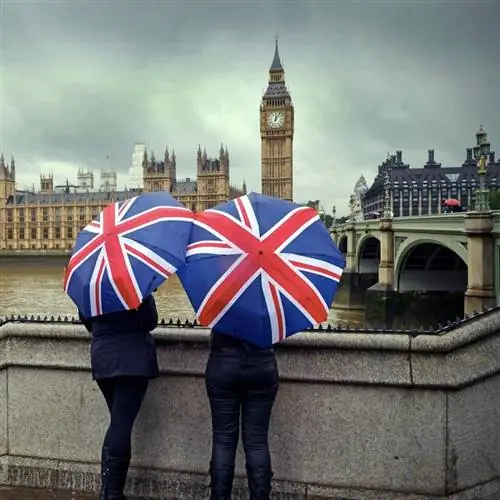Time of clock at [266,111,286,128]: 12:05
